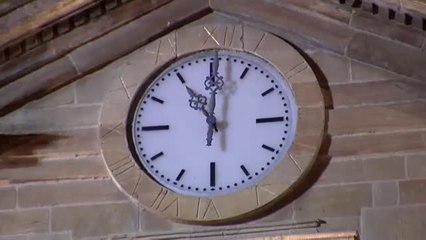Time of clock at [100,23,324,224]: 11:00
